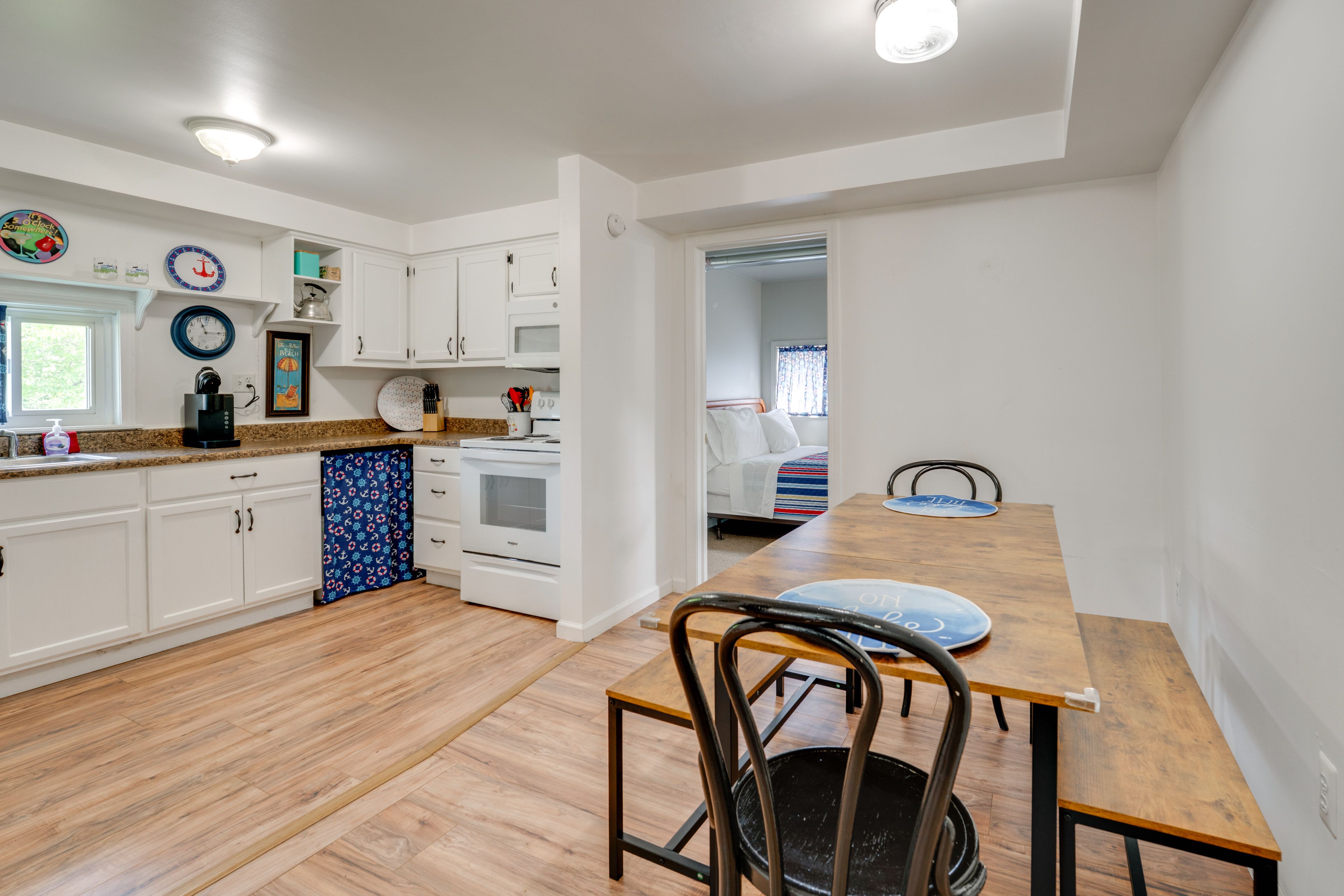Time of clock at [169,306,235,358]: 11:14
